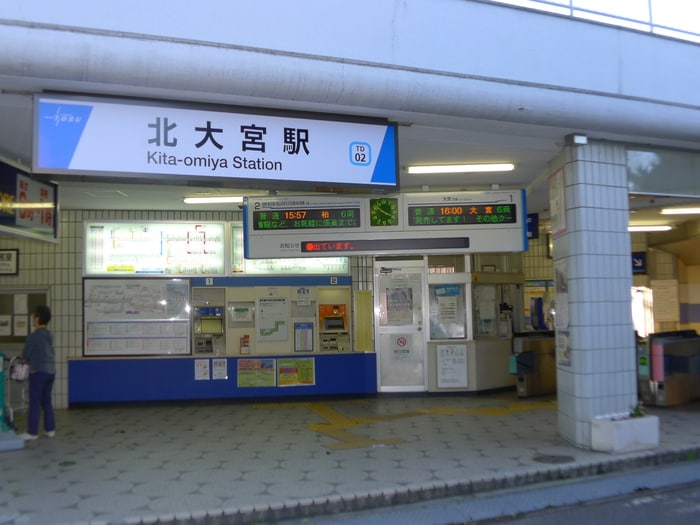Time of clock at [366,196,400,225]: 3:52
